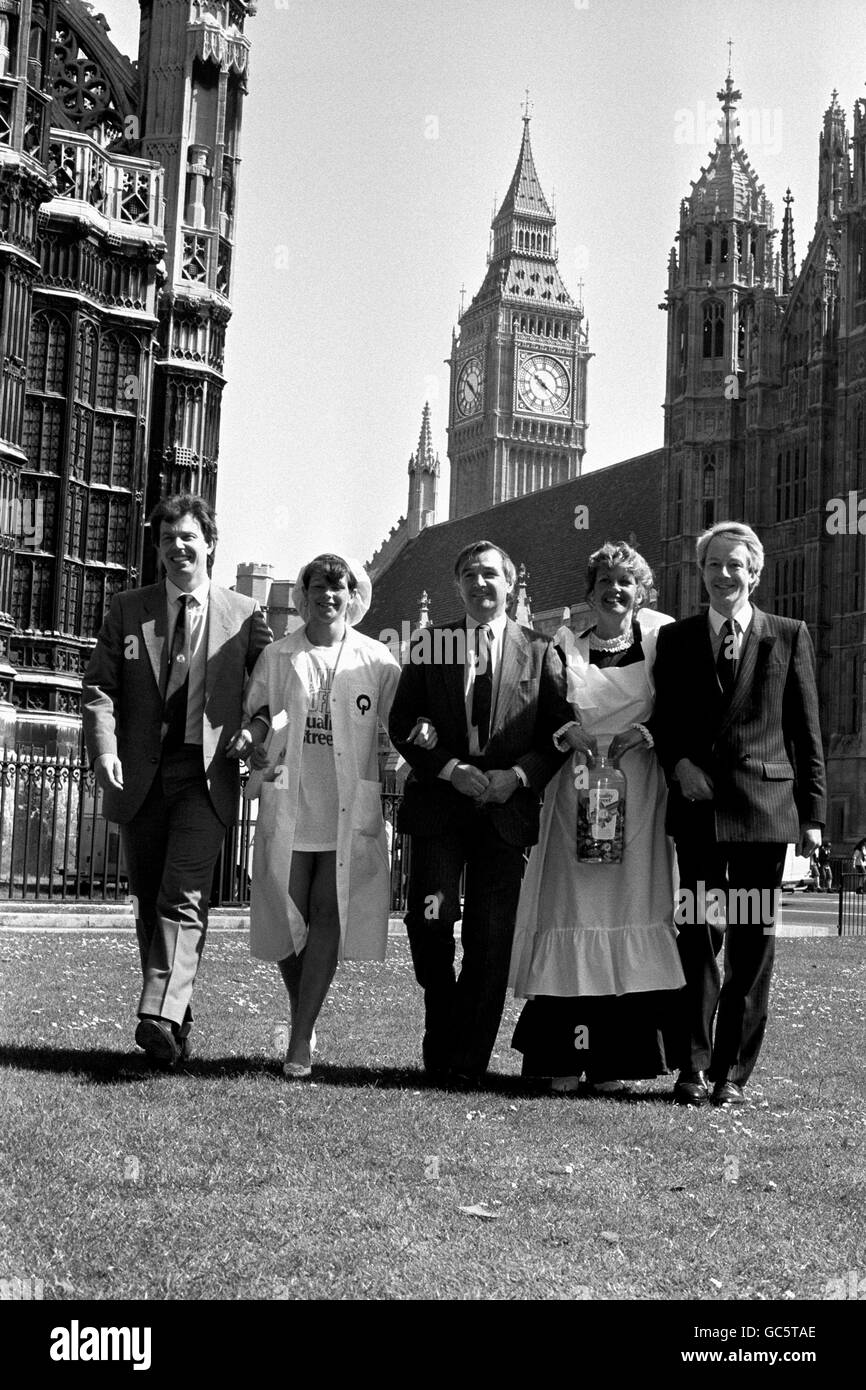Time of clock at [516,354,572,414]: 10:21
